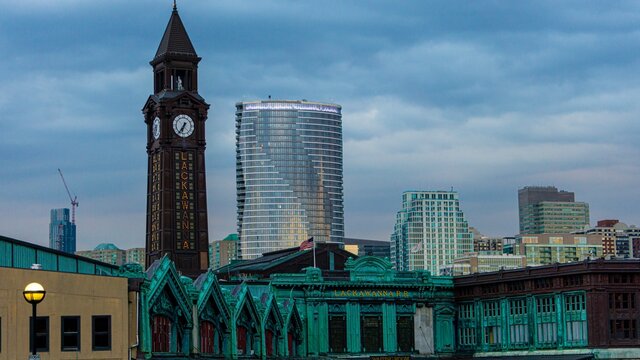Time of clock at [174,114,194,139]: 6:36
